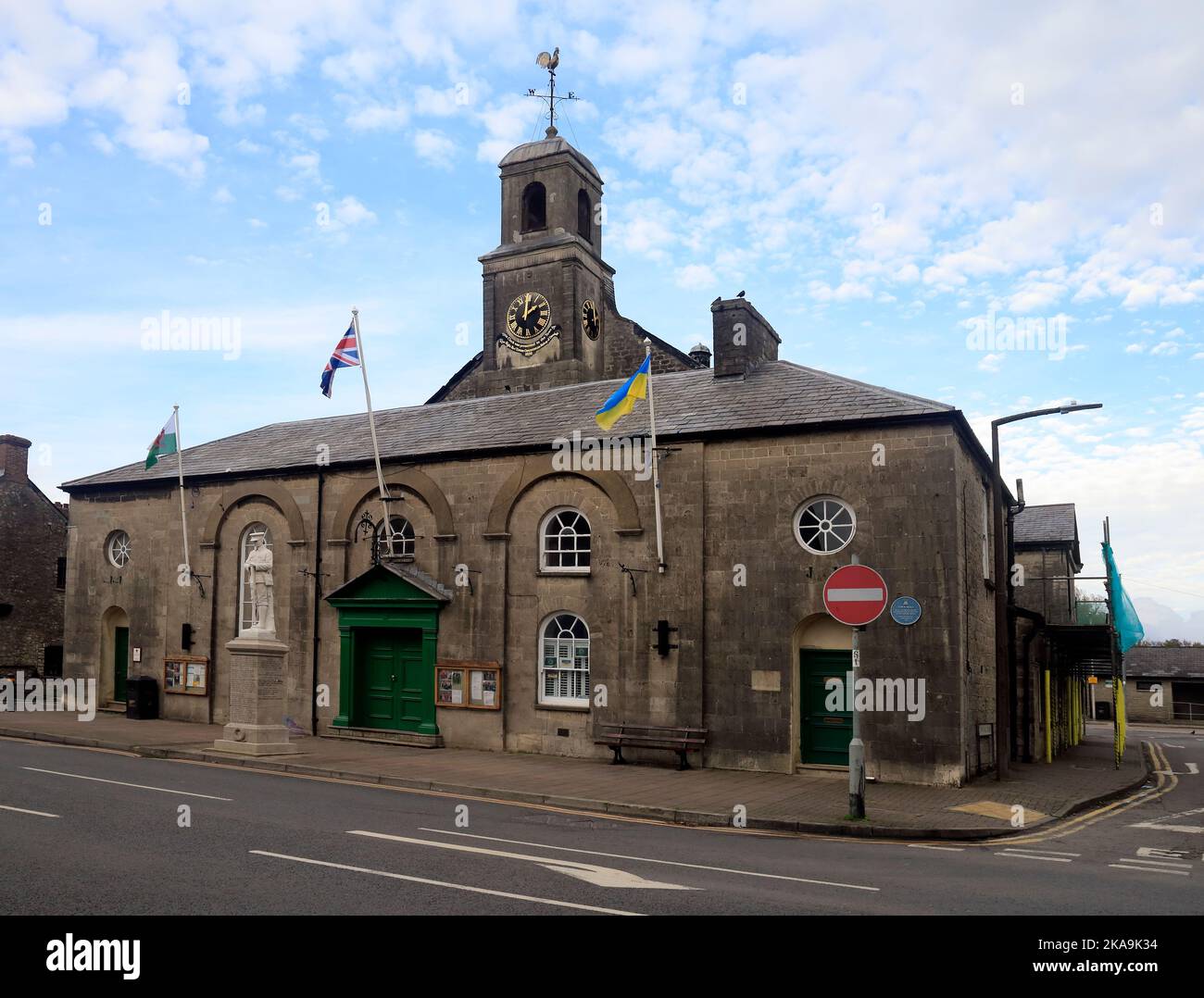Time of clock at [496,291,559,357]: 2:00
